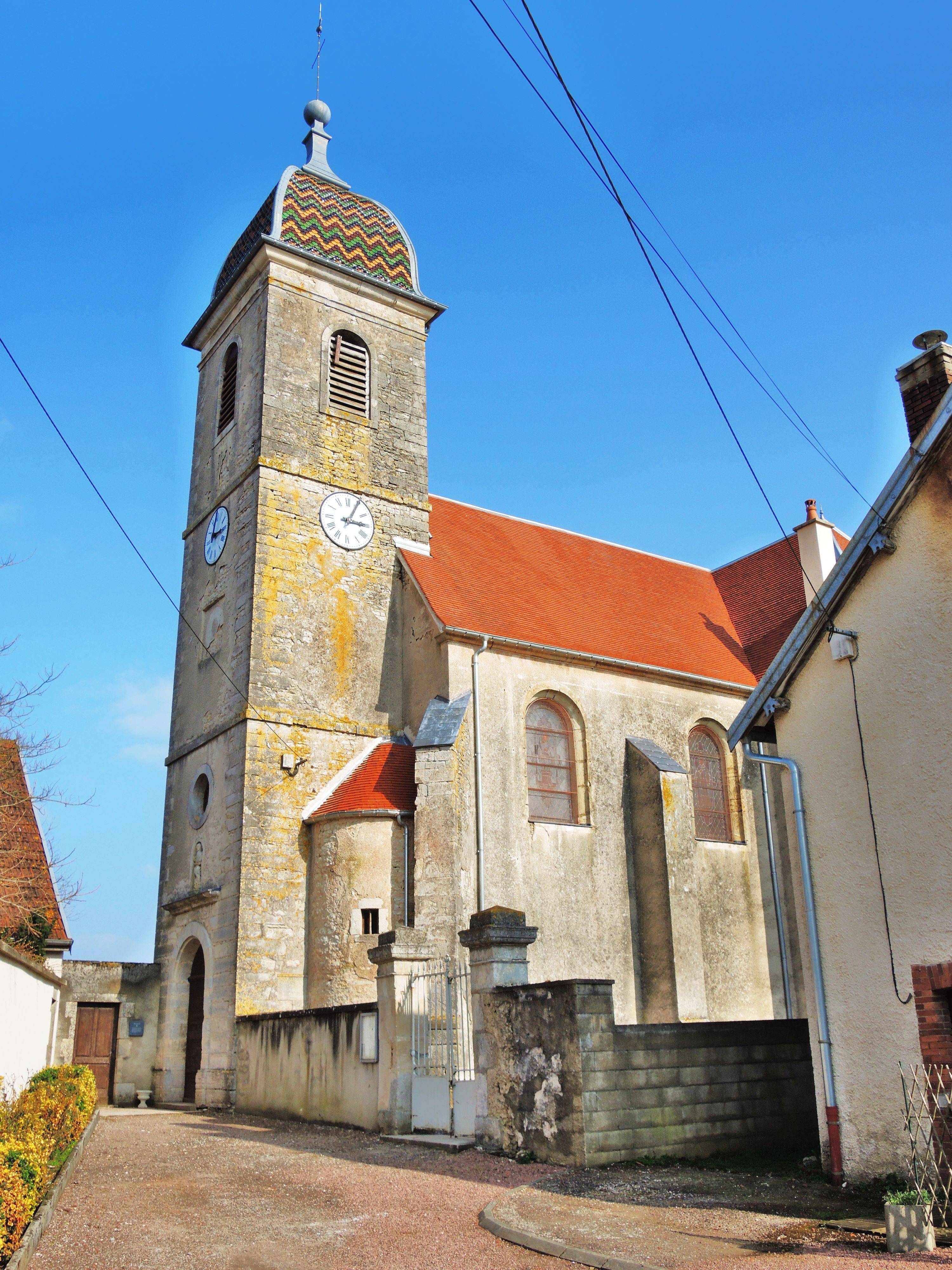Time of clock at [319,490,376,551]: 3:04
